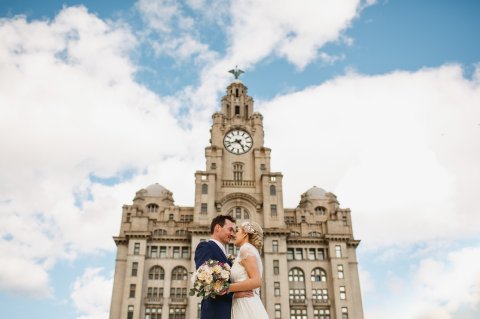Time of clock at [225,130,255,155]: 4:42
